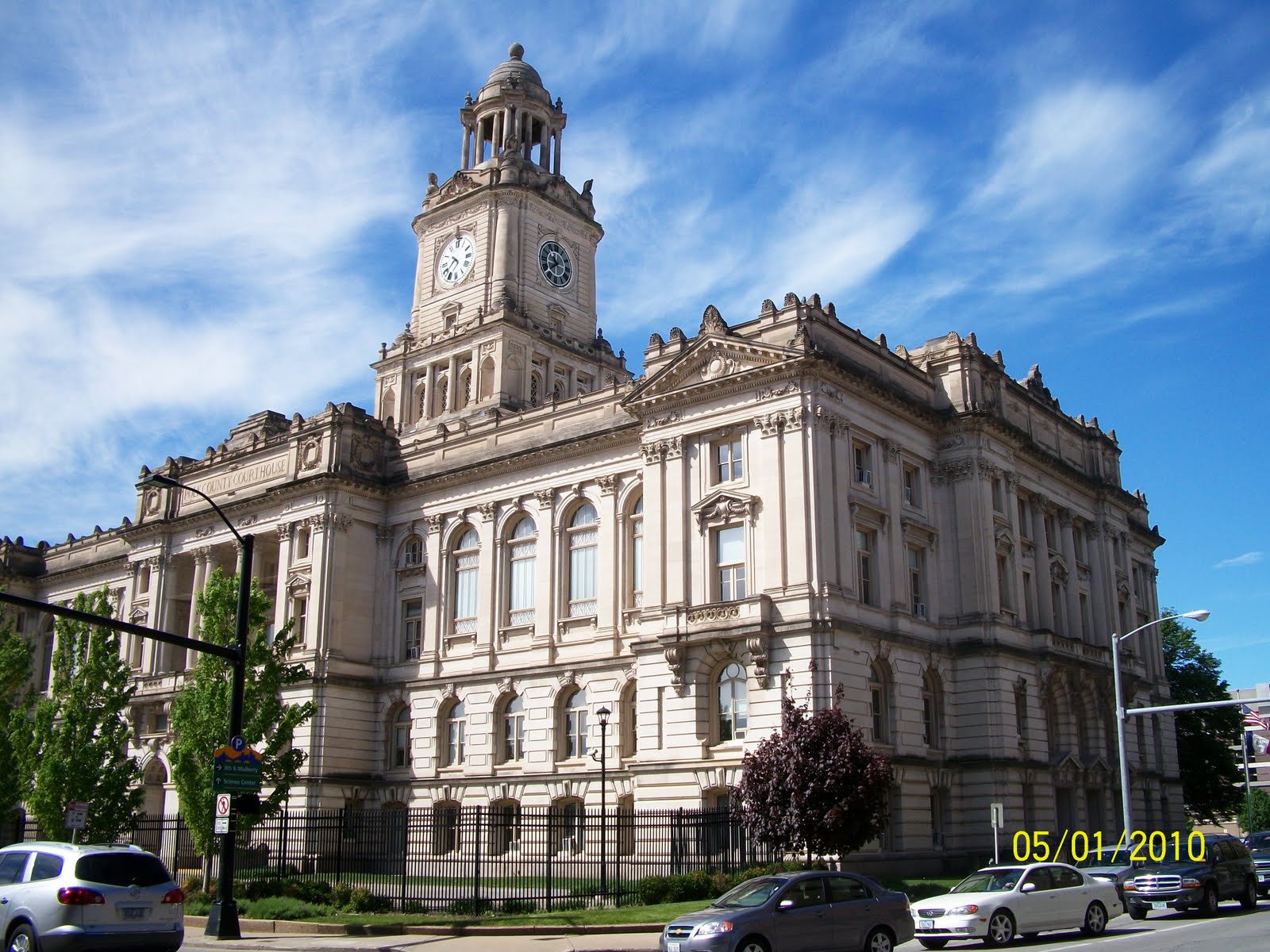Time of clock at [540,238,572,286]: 10:38
